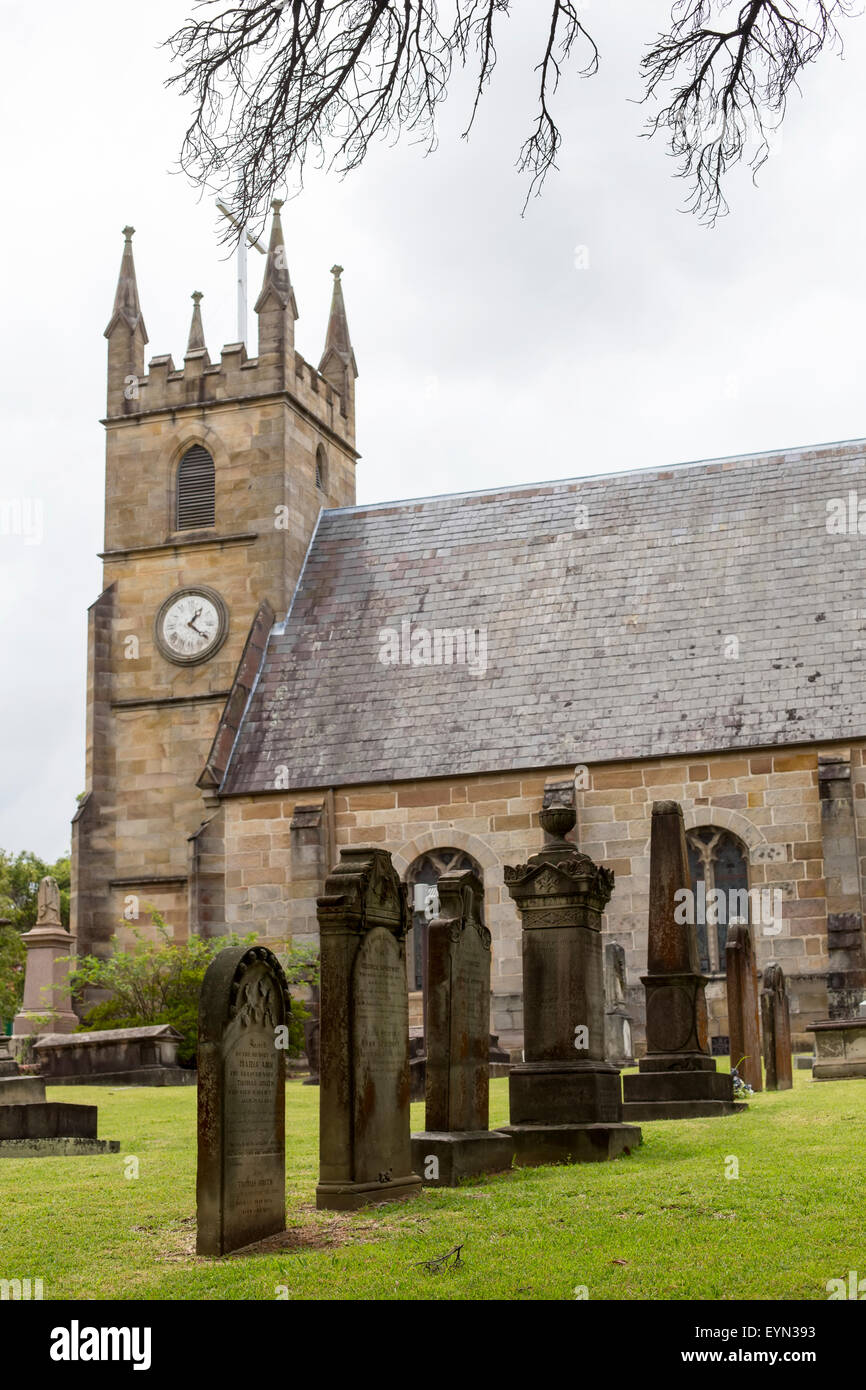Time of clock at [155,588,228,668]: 1:20
